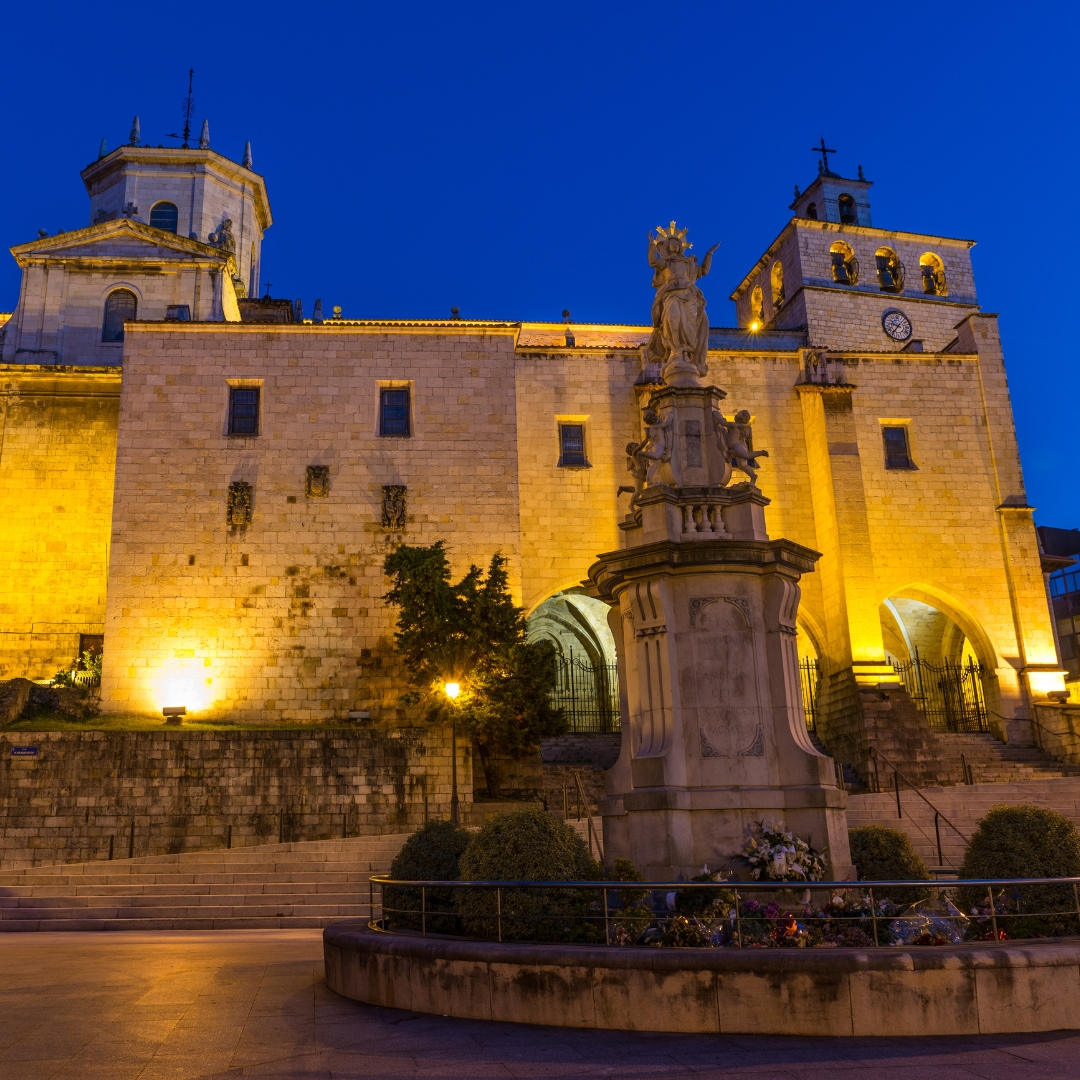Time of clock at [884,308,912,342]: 9:36
